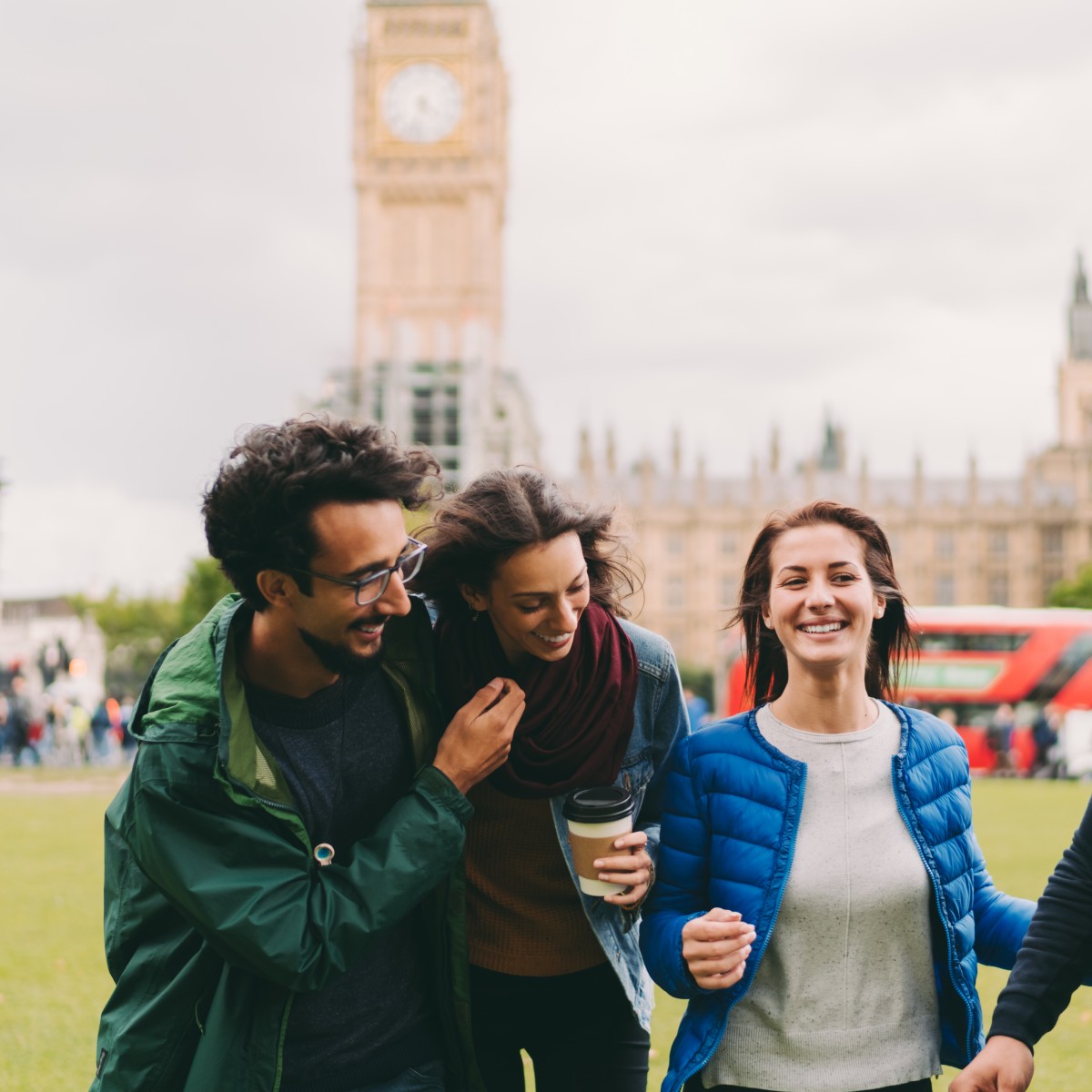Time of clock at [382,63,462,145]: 4:32
